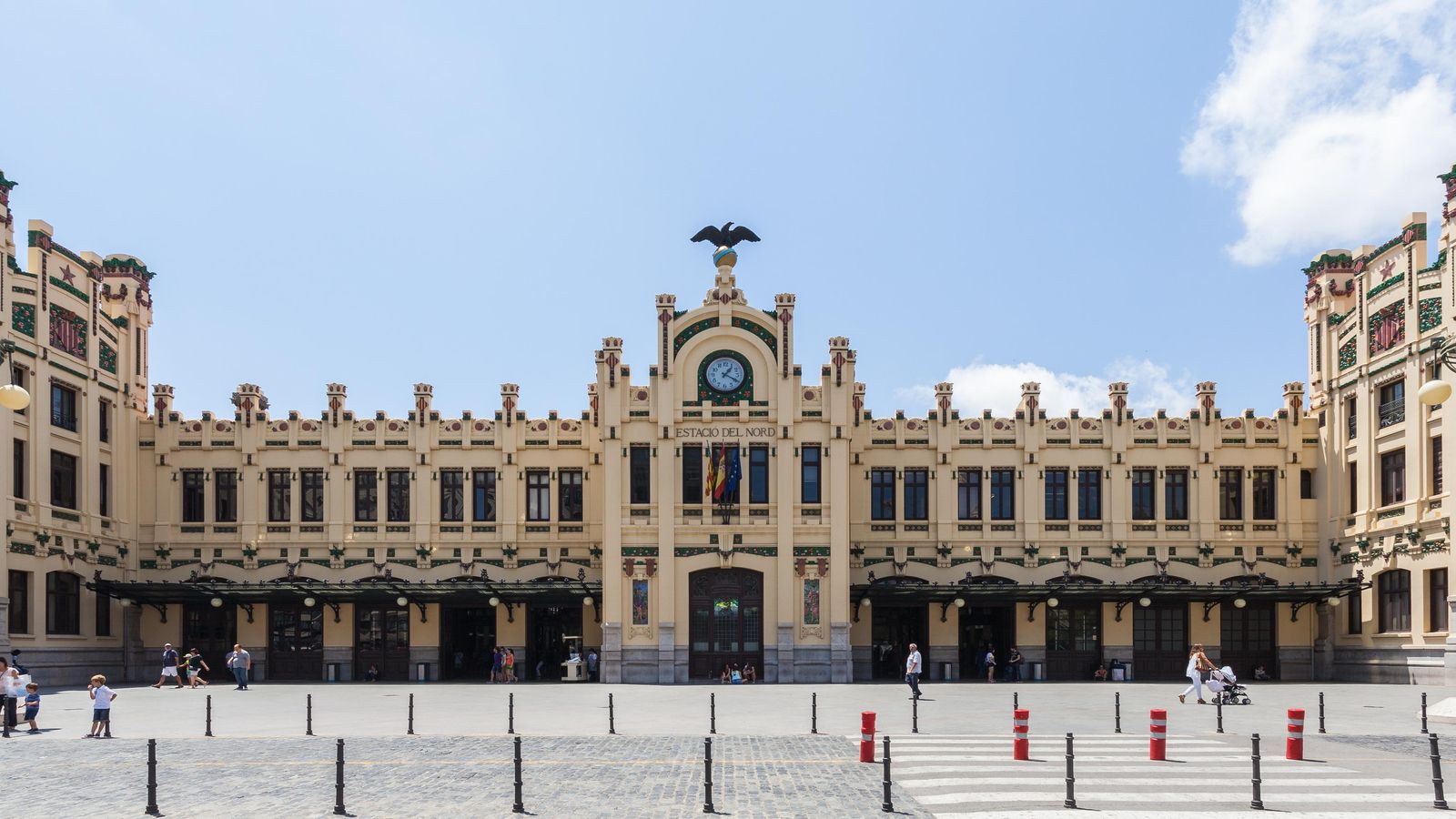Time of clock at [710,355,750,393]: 1:19
